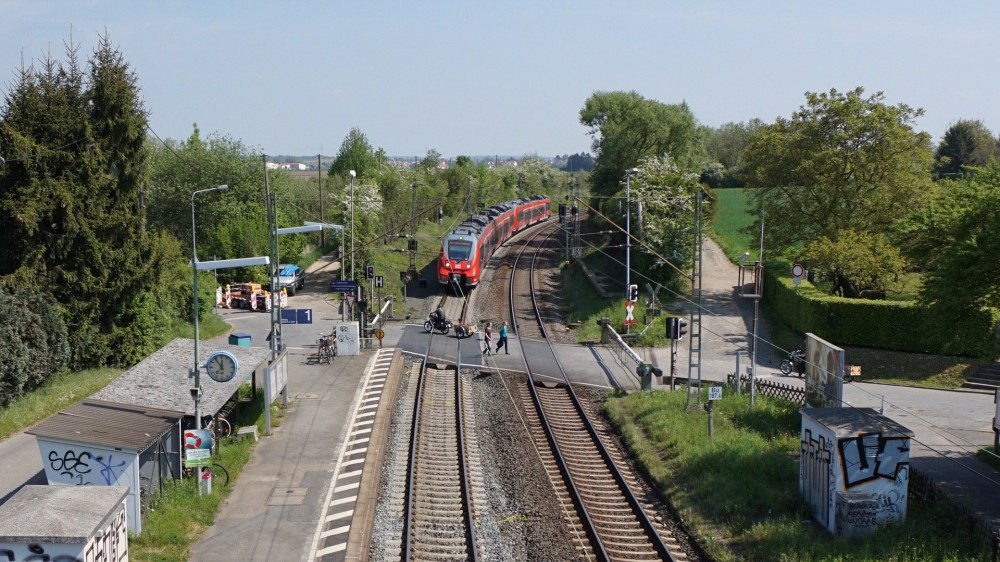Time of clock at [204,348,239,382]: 11:53
